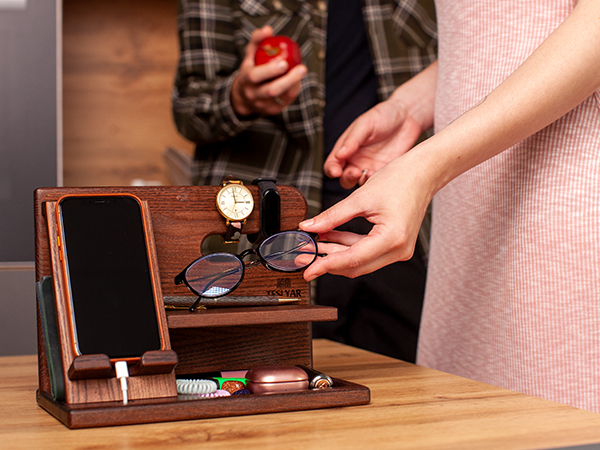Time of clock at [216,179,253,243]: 2:58
